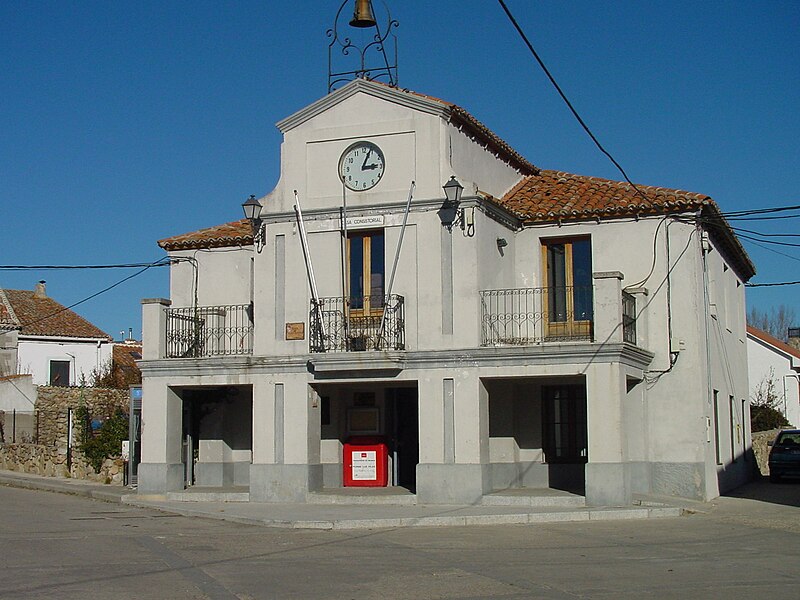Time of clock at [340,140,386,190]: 3:03
